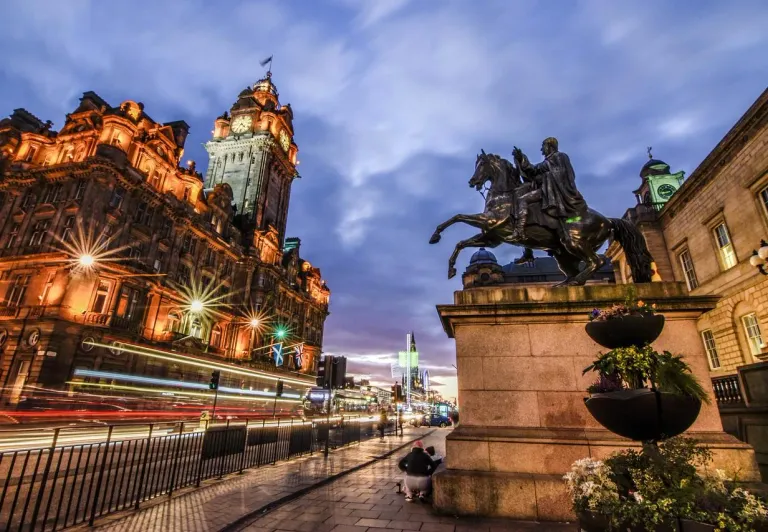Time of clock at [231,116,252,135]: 4:35
